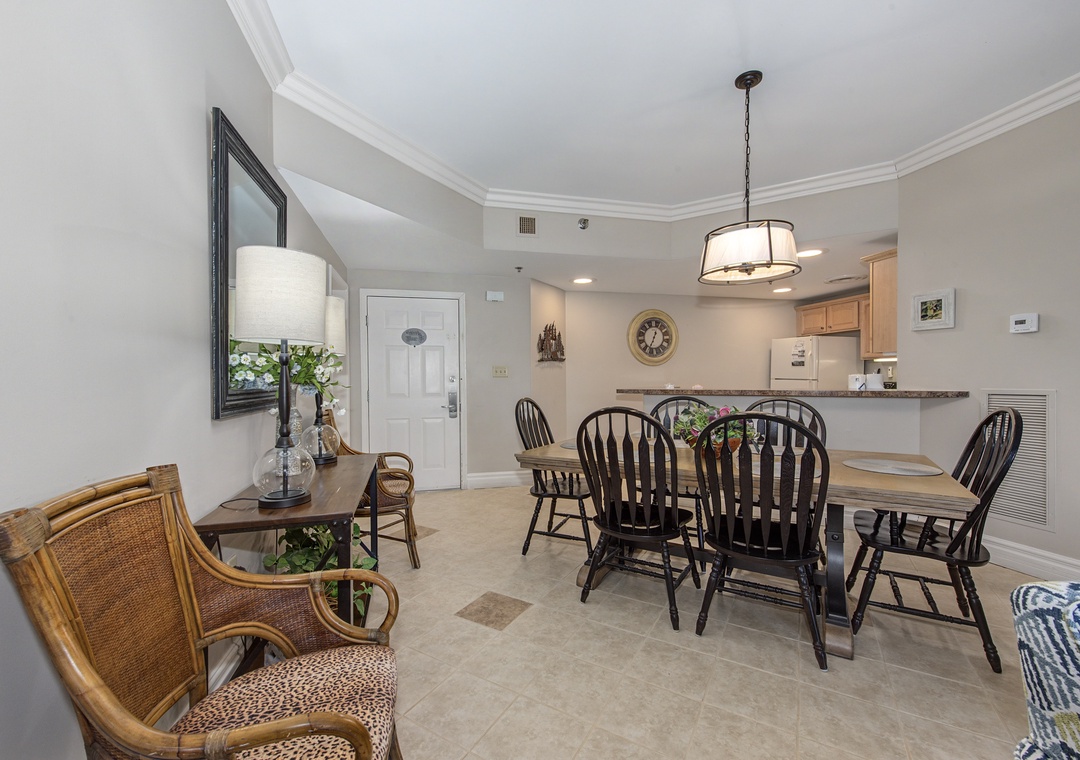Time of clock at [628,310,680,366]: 12:33
